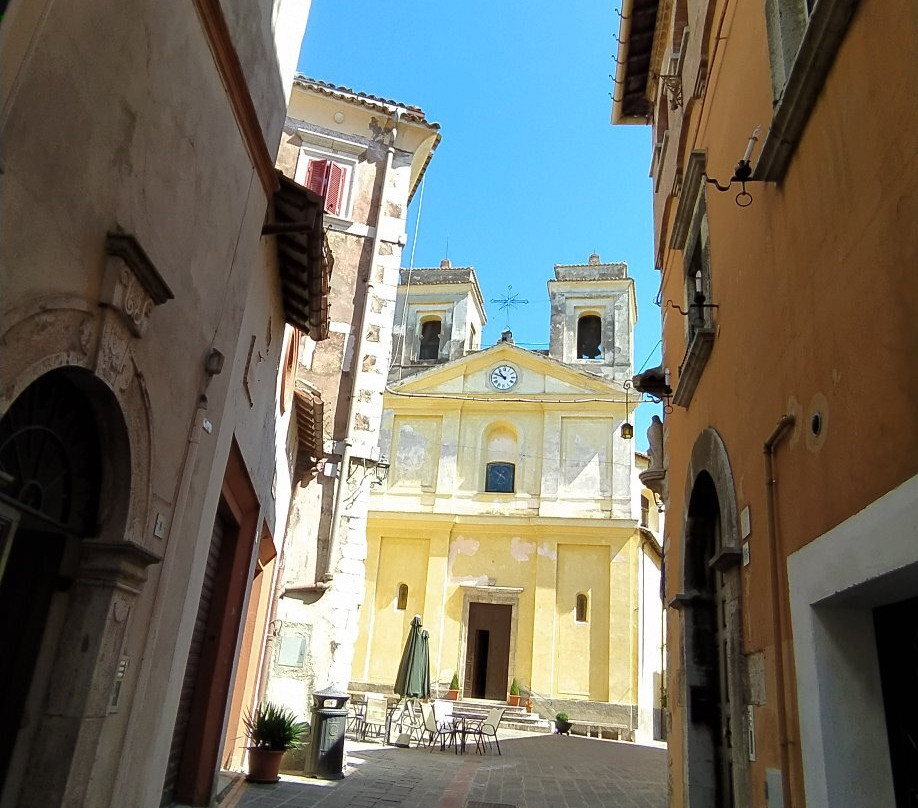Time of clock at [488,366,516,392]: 10:48
